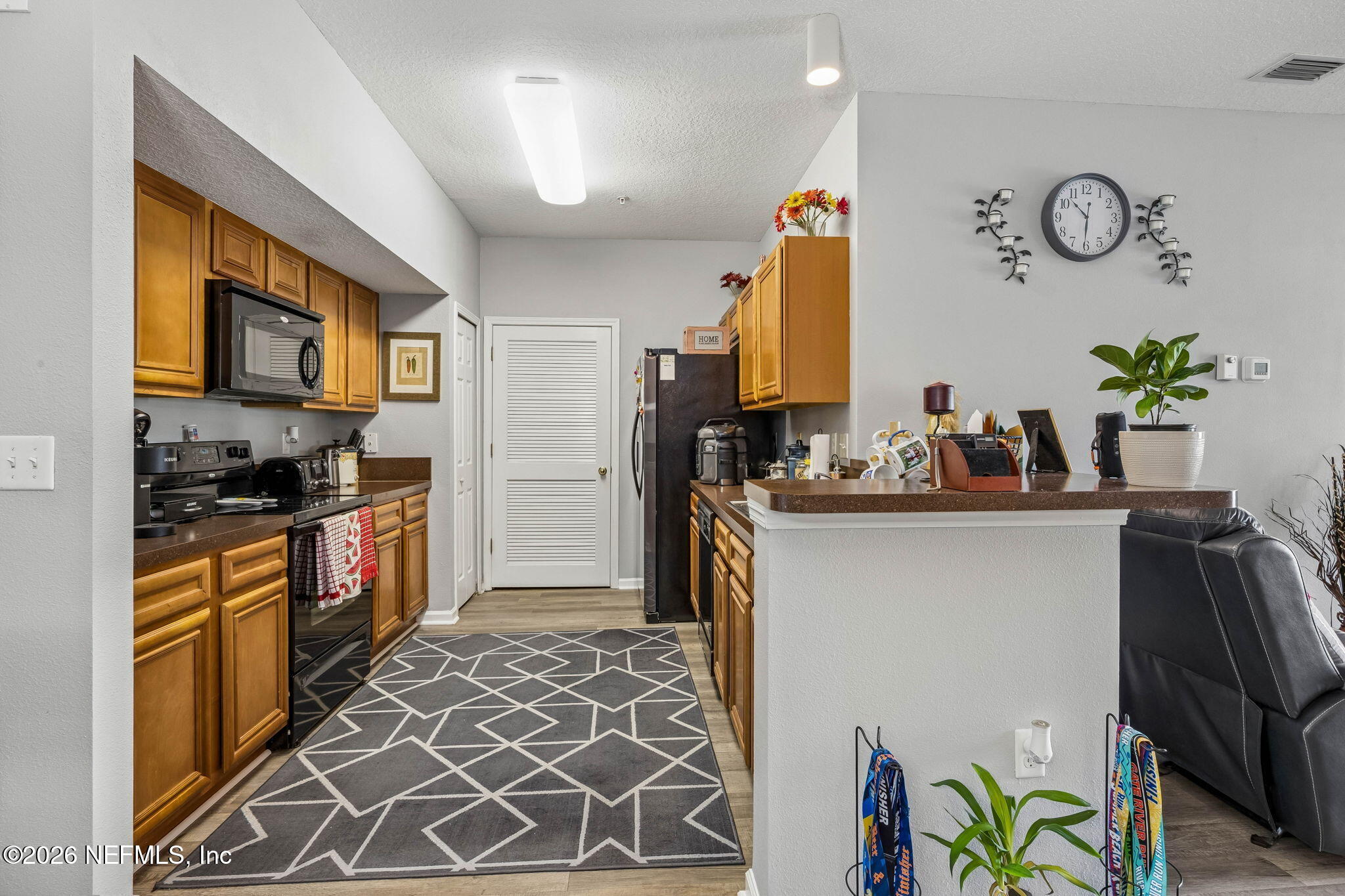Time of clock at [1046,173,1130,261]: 10:30
